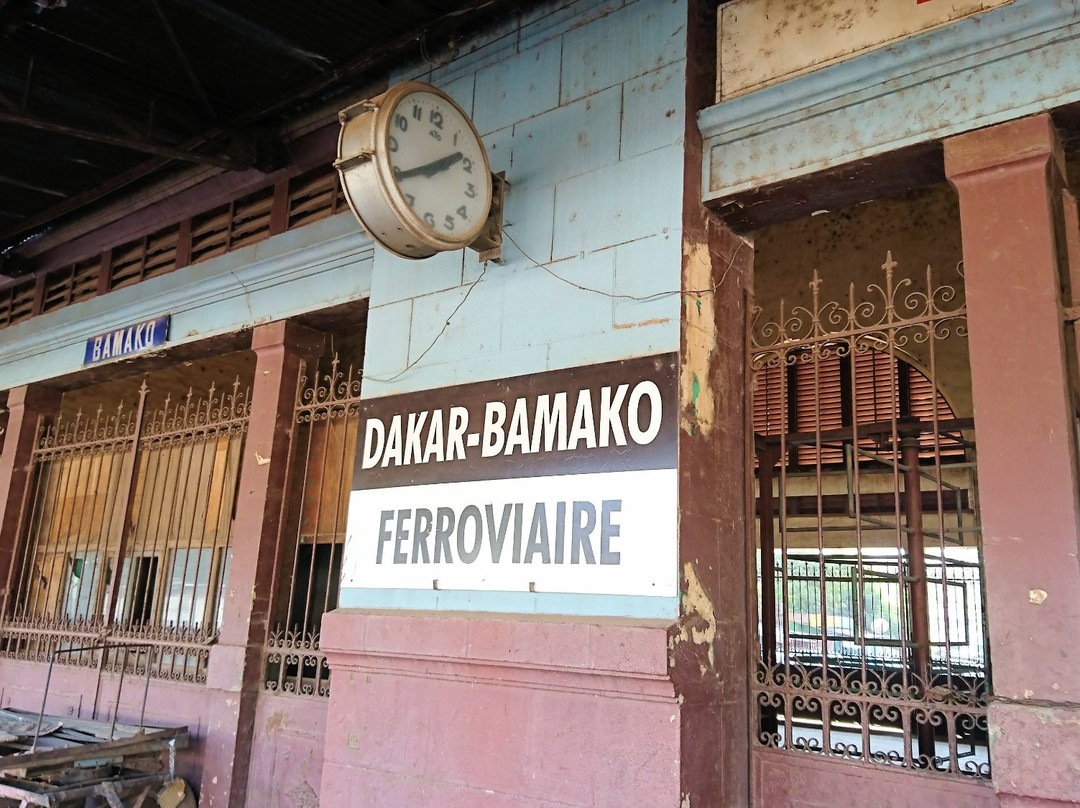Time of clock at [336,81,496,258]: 1:39
